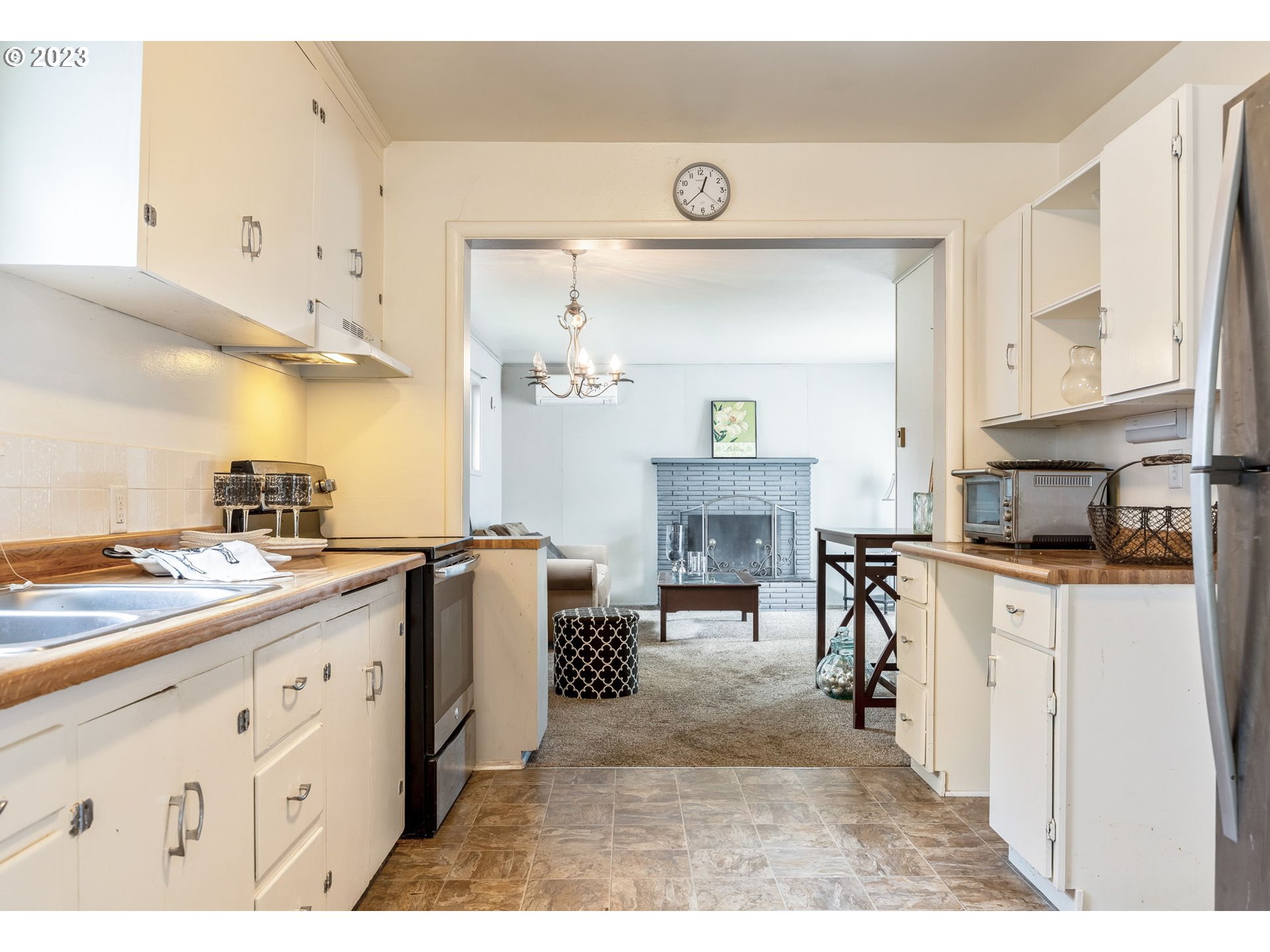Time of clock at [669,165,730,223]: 12:38
